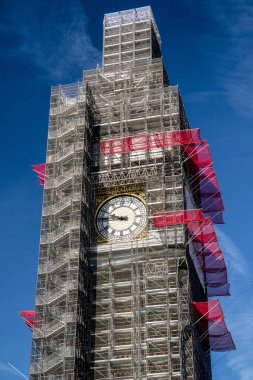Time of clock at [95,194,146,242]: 9:45
